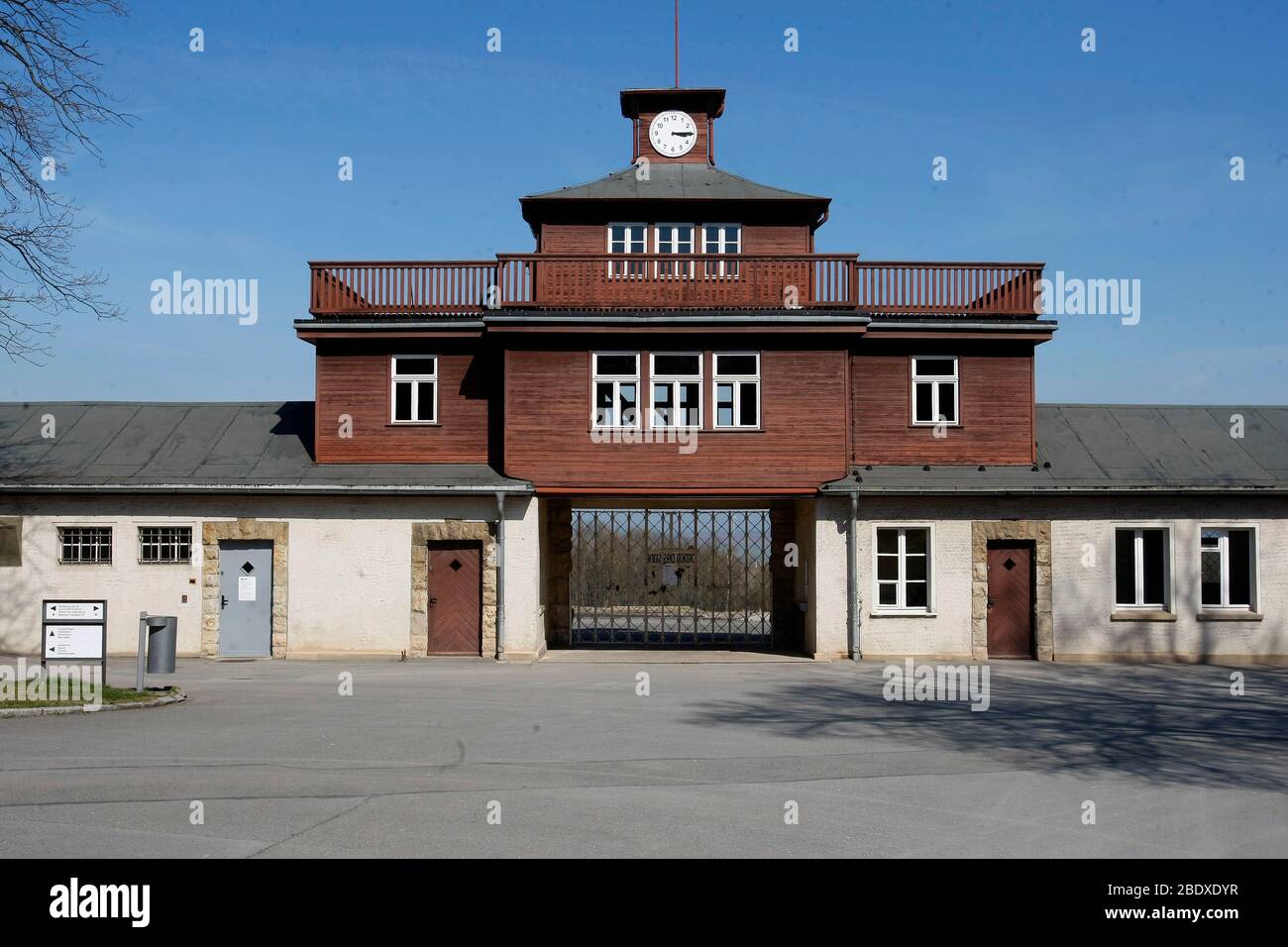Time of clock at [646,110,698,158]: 3:14
